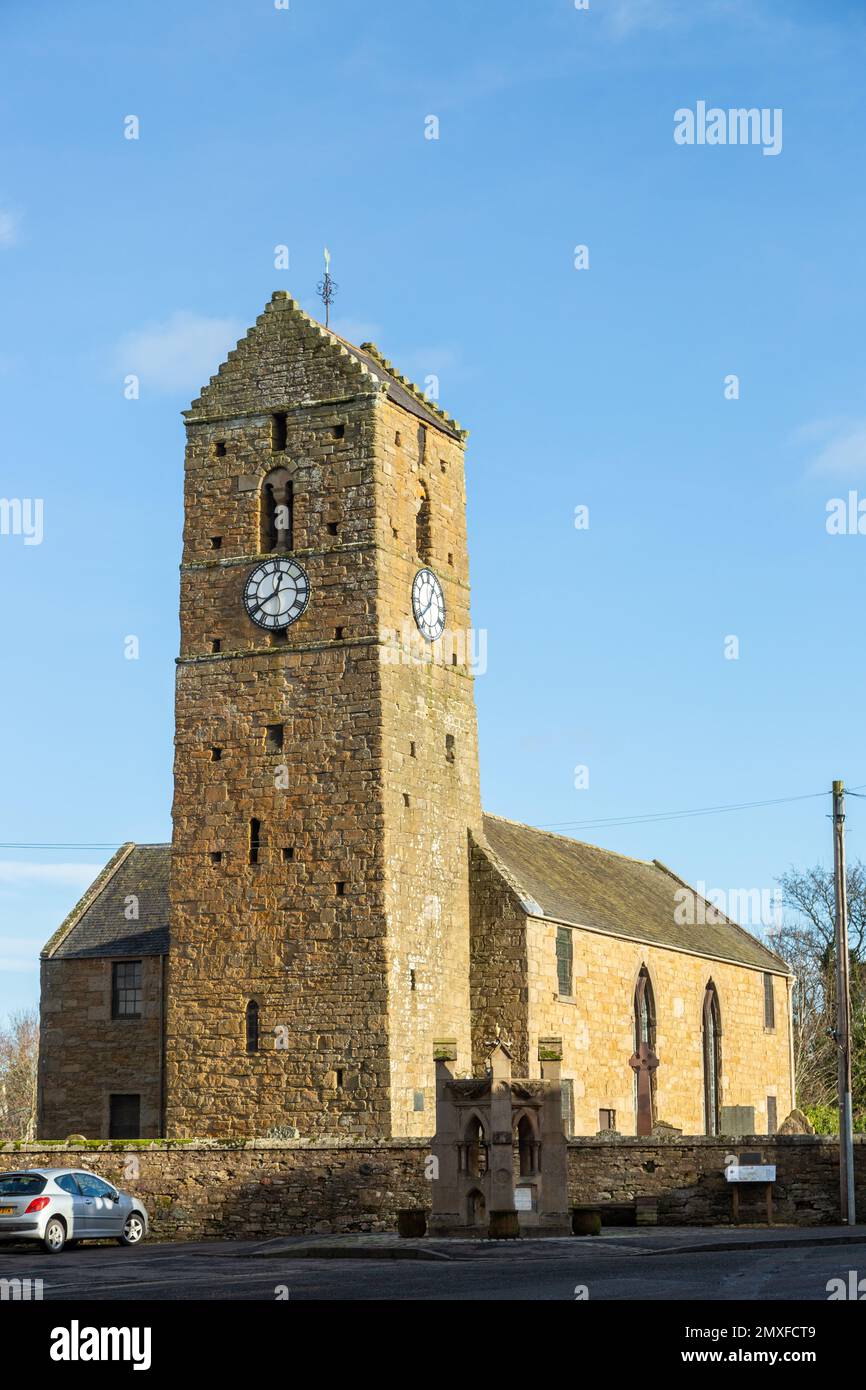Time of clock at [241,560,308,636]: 12:39
